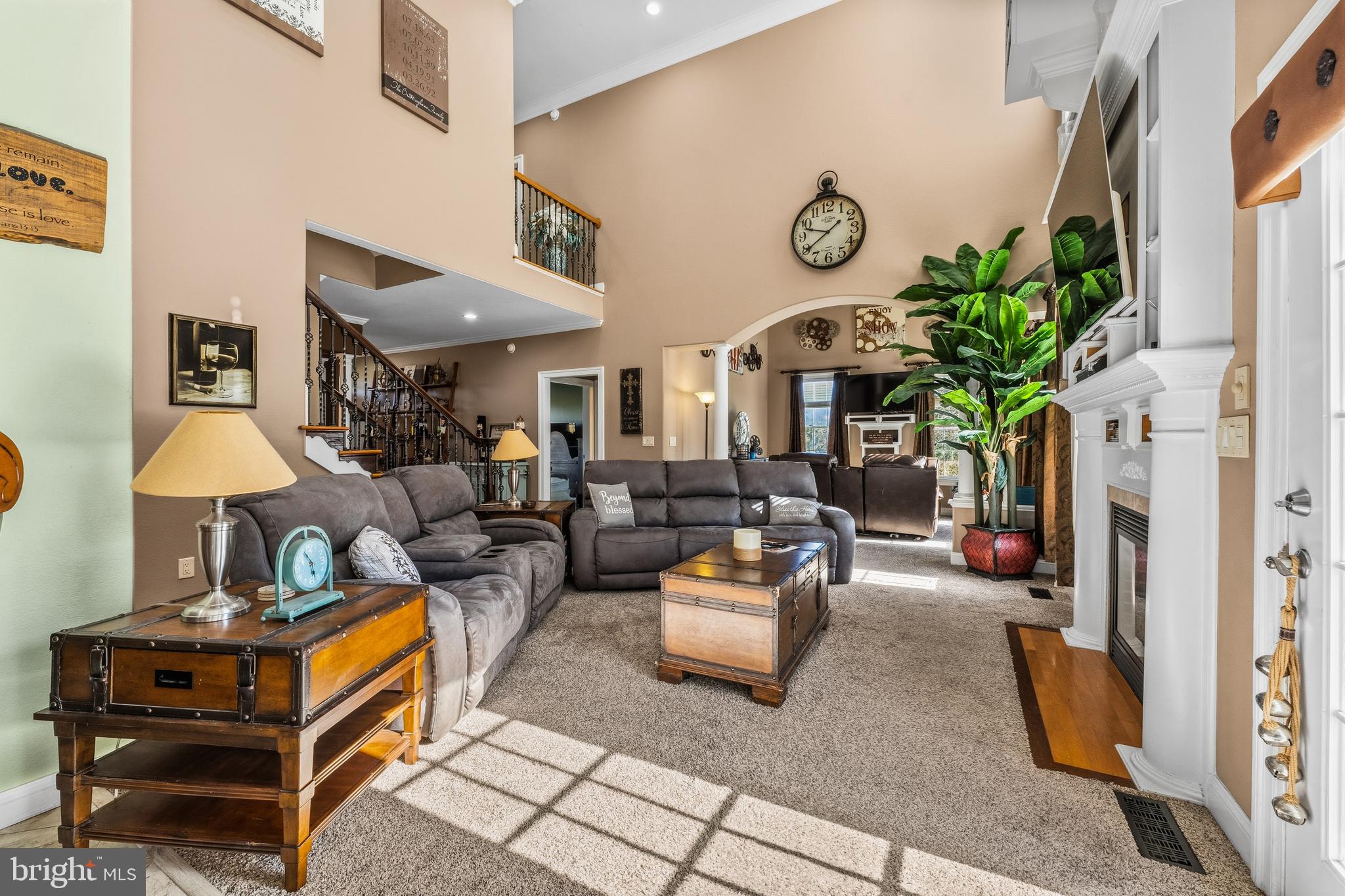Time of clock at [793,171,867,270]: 9:39
